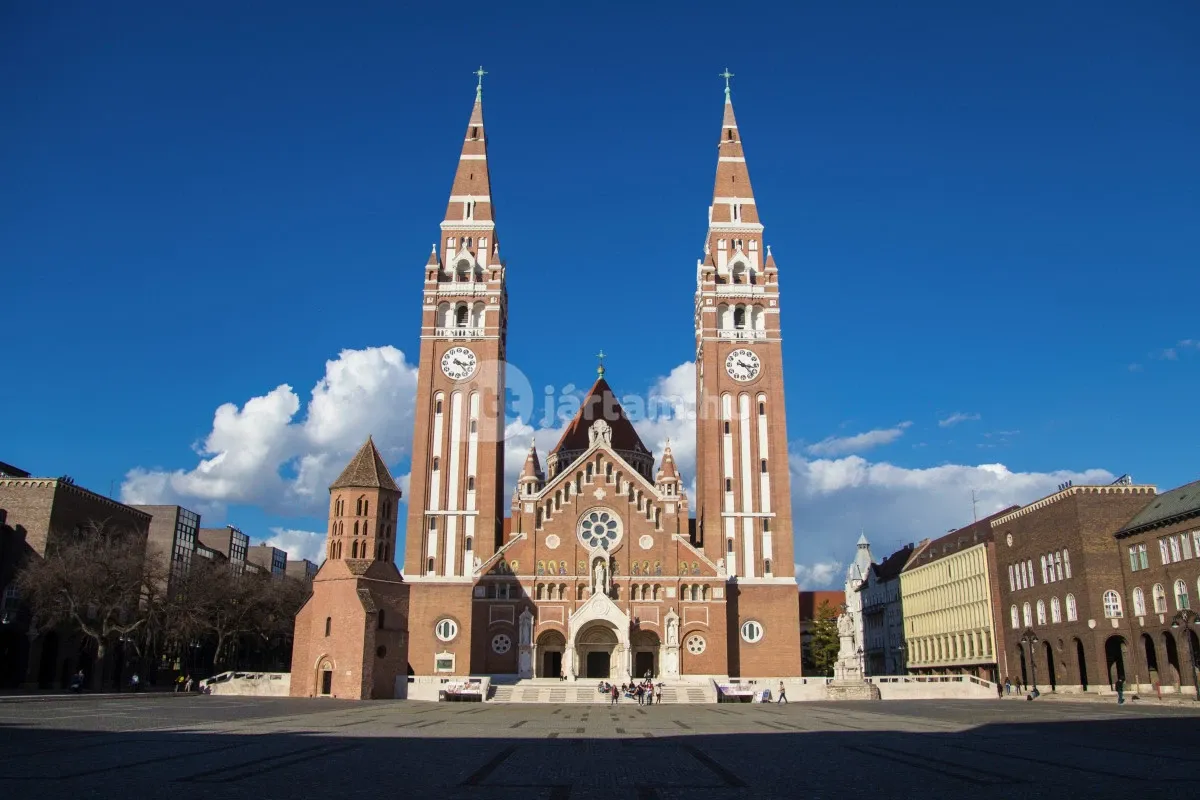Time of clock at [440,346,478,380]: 3:22
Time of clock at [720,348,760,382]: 3:22
